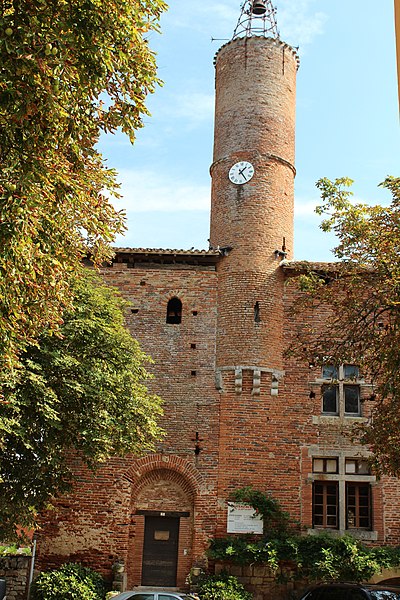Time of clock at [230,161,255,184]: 1:24
